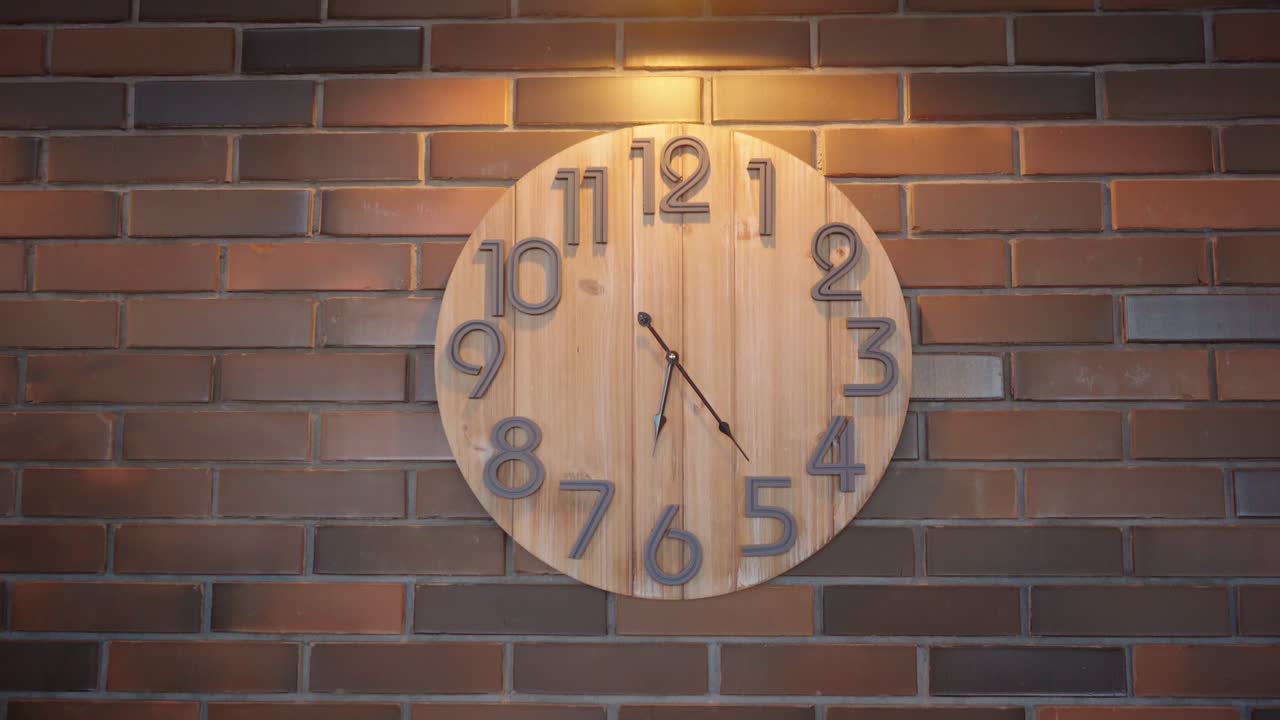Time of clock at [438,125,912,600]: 6:23
